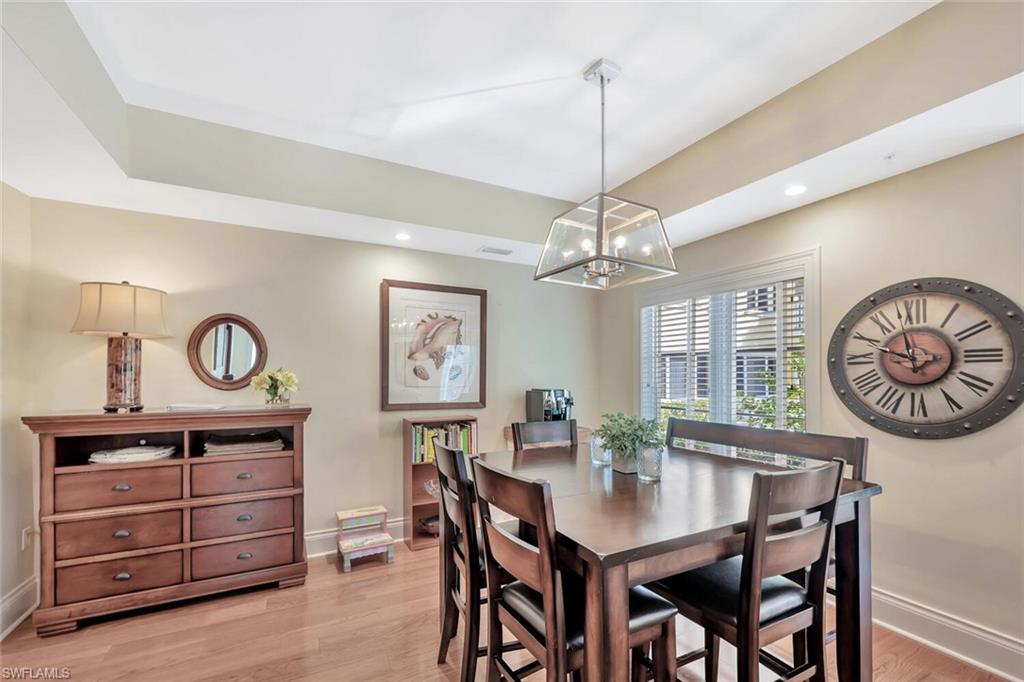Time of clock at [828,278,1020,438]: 9:57
